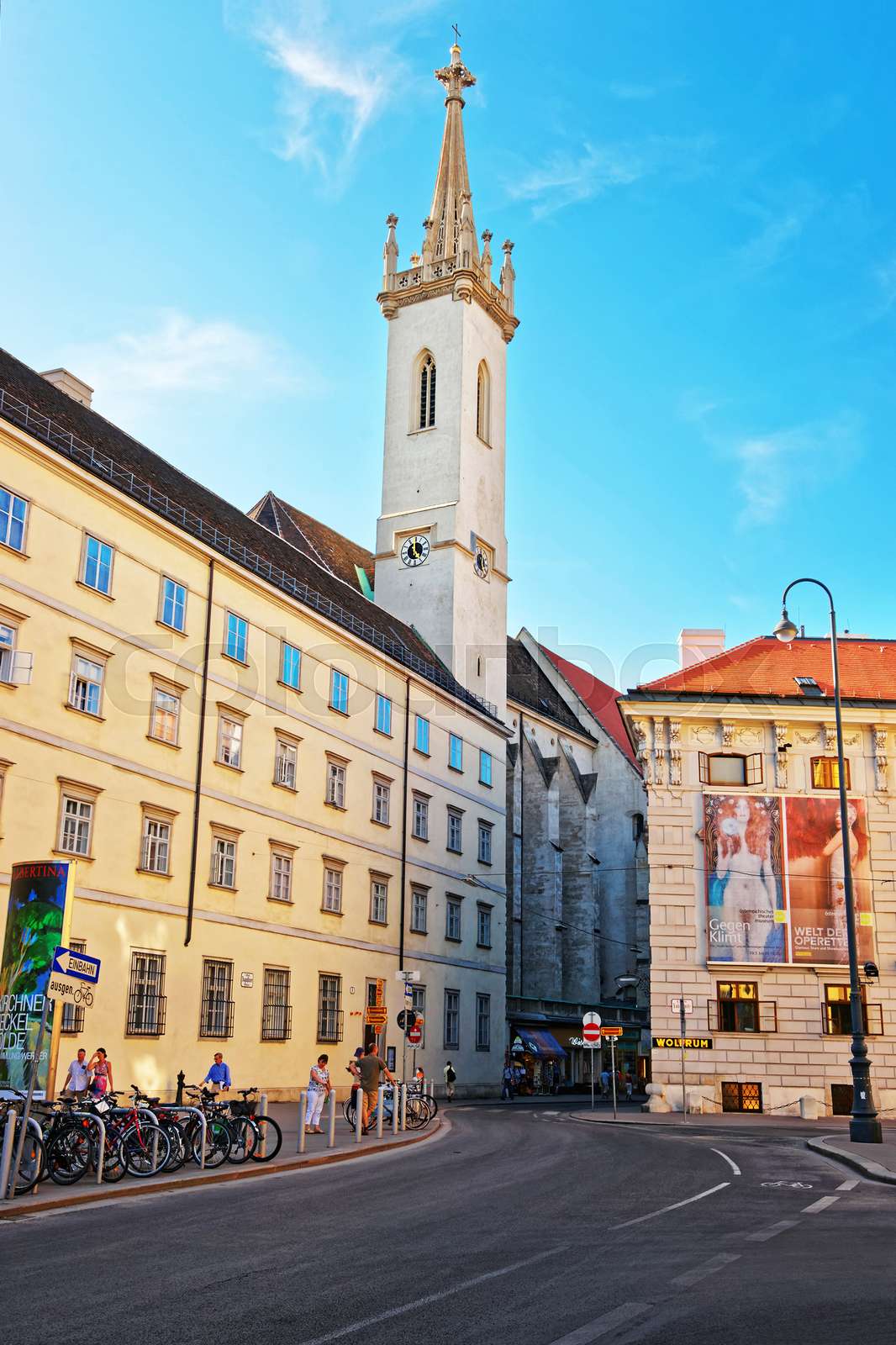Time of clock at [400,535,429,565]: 4:59
